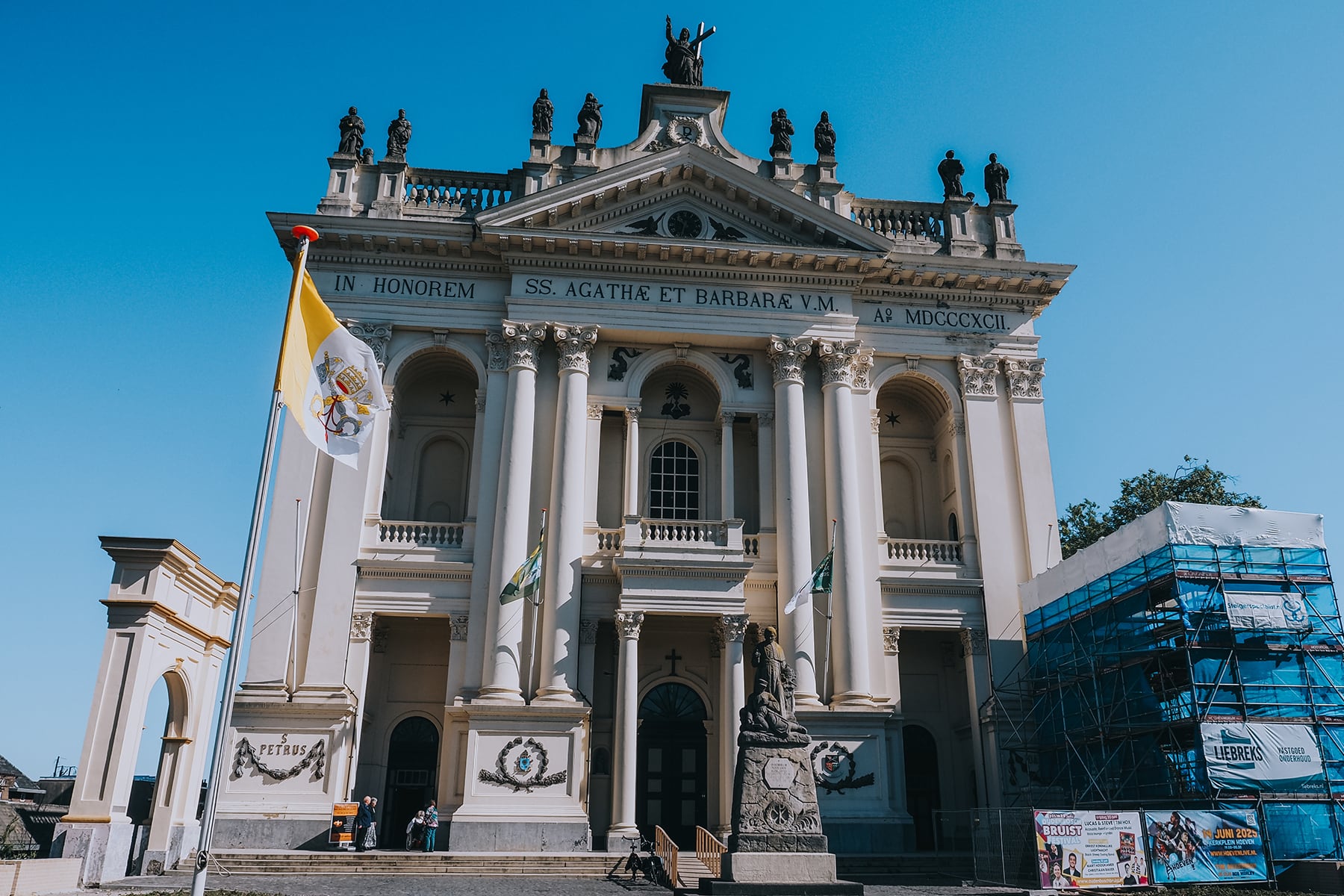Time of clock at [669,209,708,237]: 10:32
